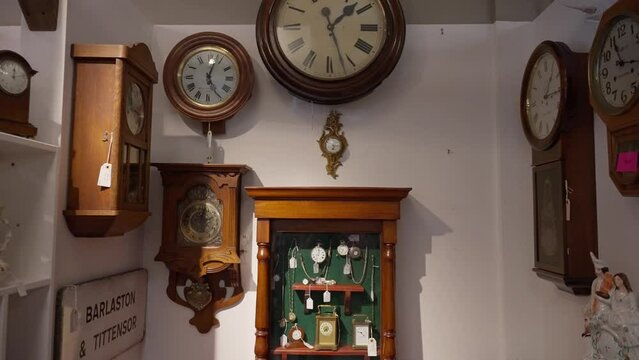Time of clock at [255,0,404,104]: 1:27
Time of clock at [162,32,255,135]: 12:24
